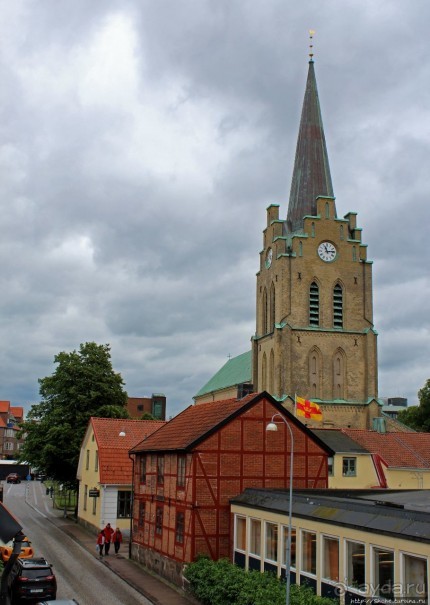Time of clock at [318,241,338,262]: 11:13
